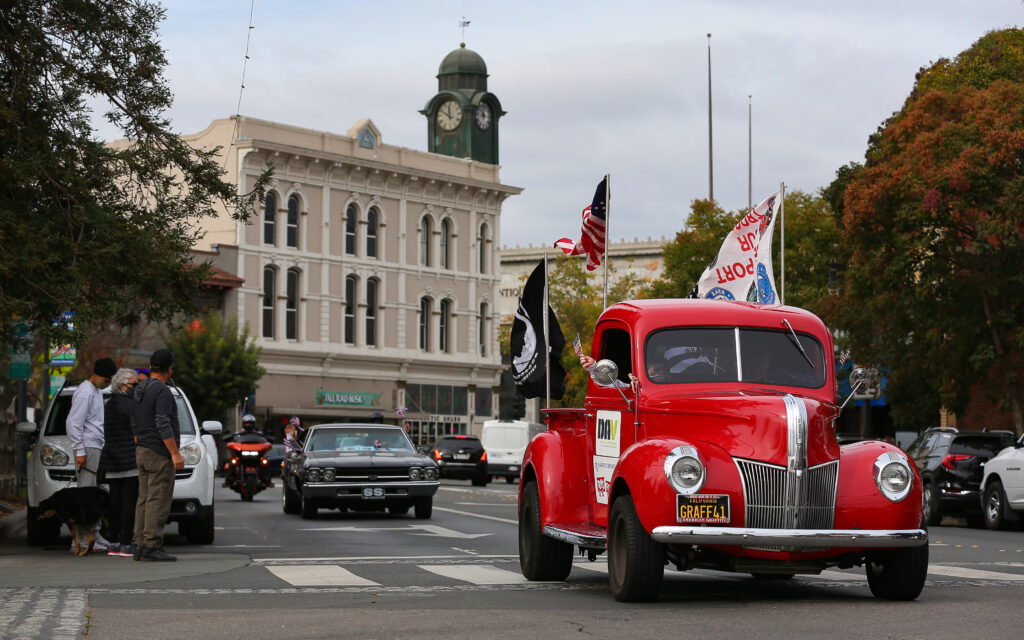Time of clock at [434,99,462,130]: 11:49
